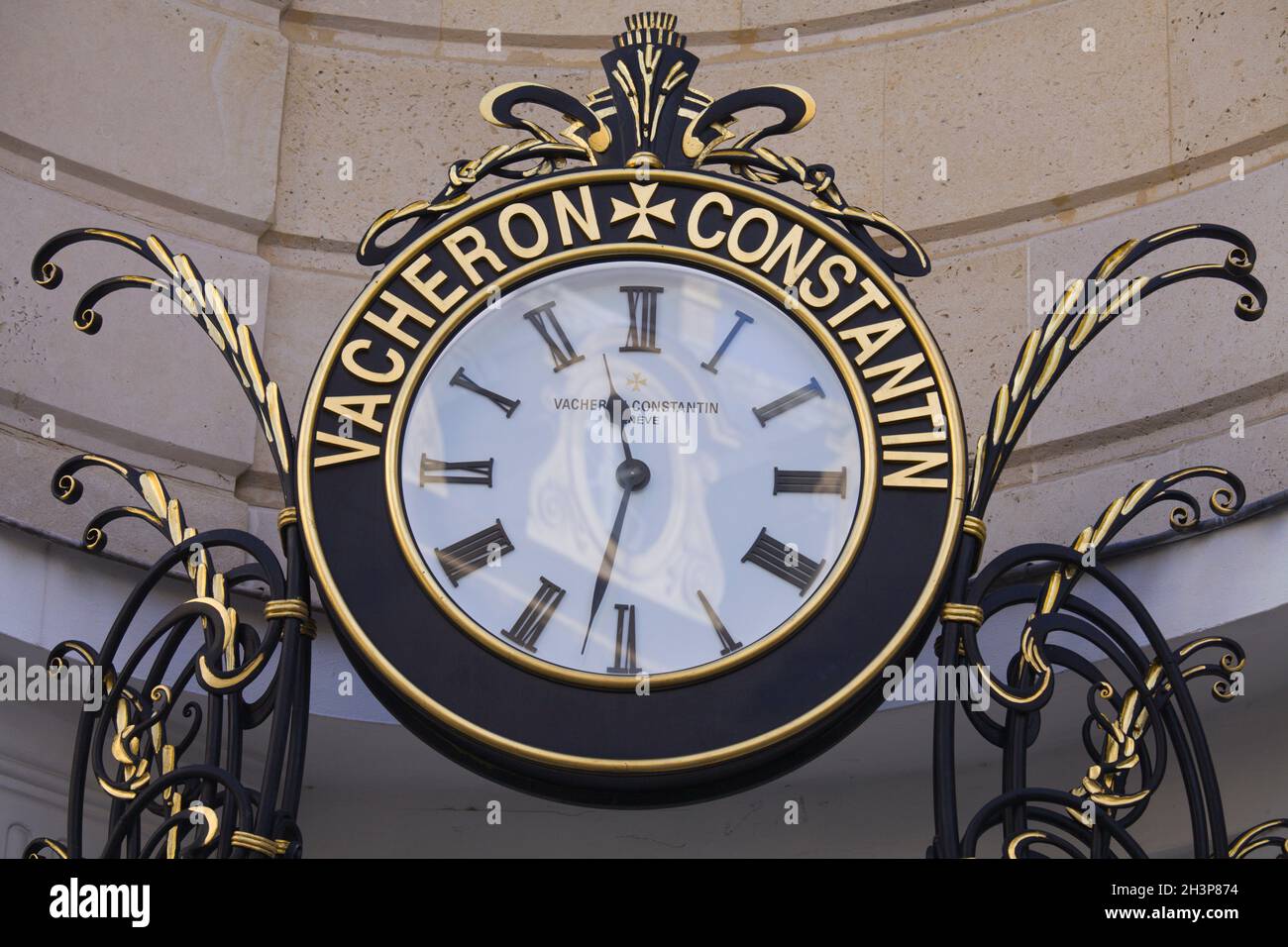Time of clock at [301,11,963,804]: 11:32
